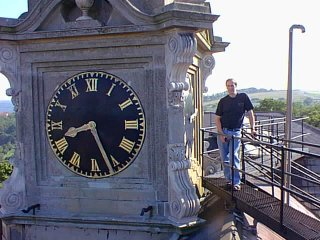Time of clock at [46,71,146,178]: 8:26
